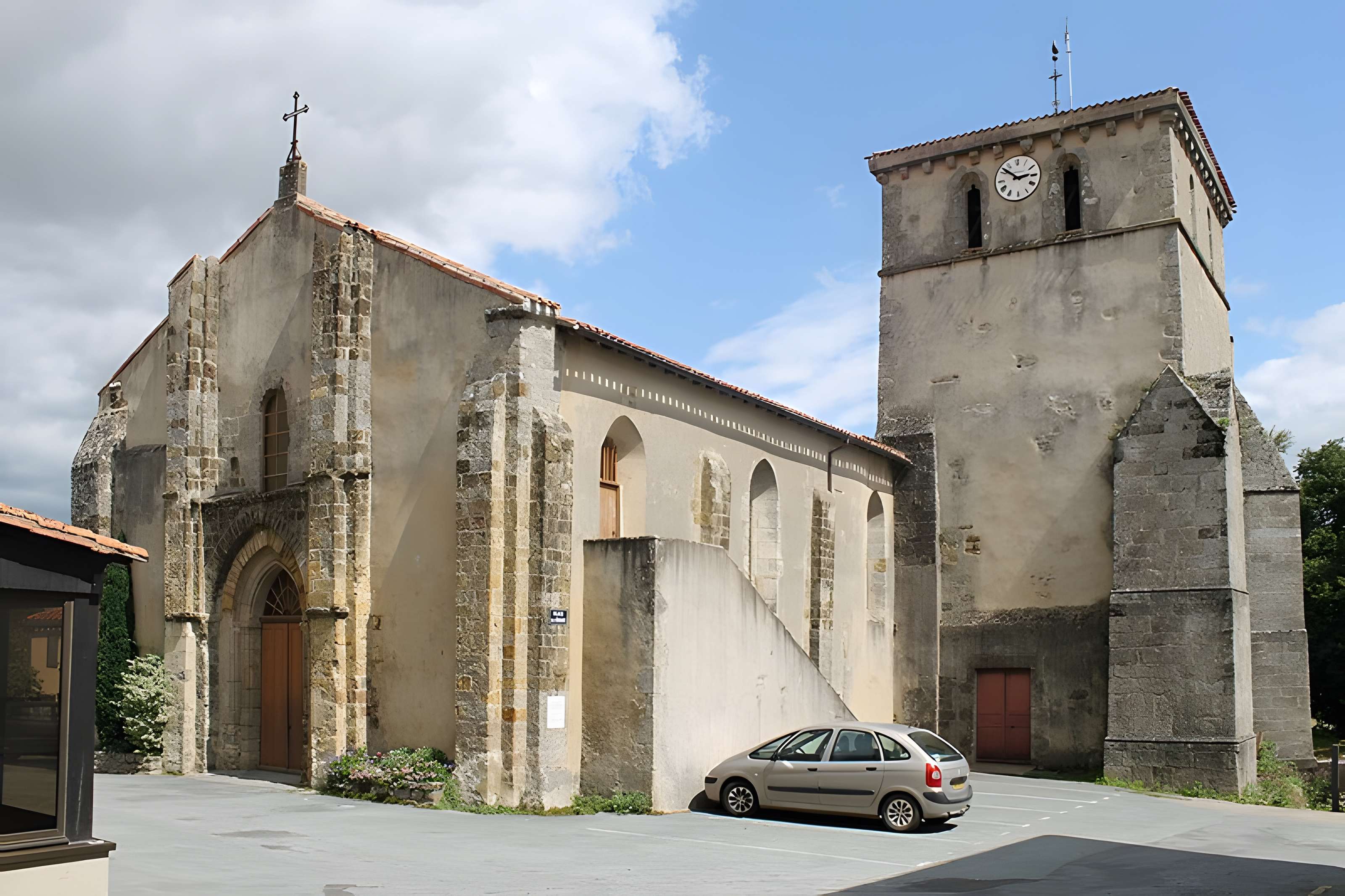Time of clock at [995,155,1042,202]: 2:51
